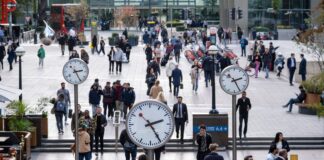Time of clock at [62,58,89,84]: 2:25
